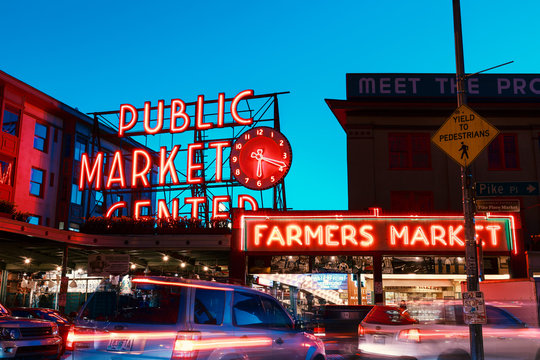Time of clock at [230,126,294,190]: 6:18
